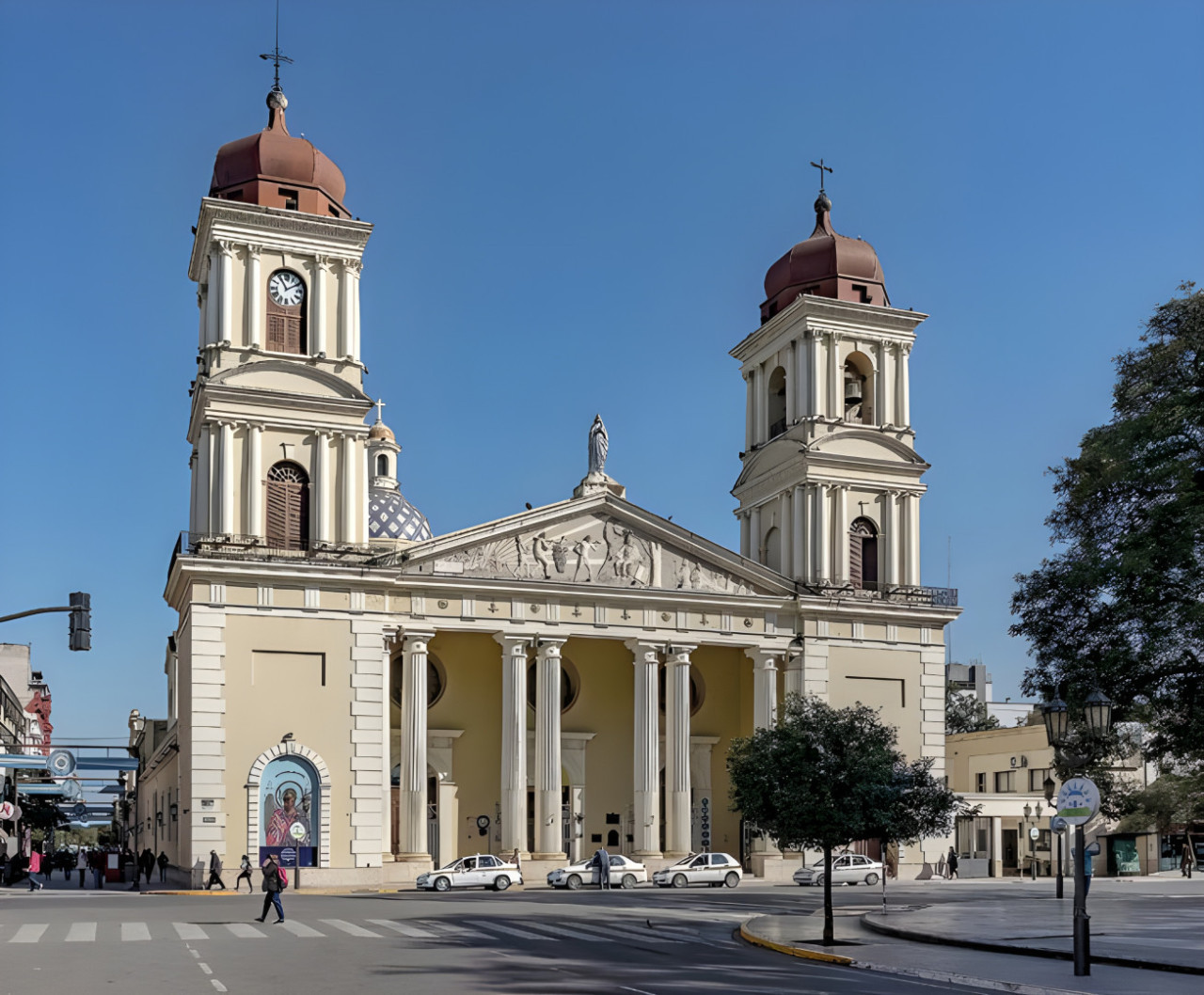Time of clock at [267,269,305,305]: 11:09
